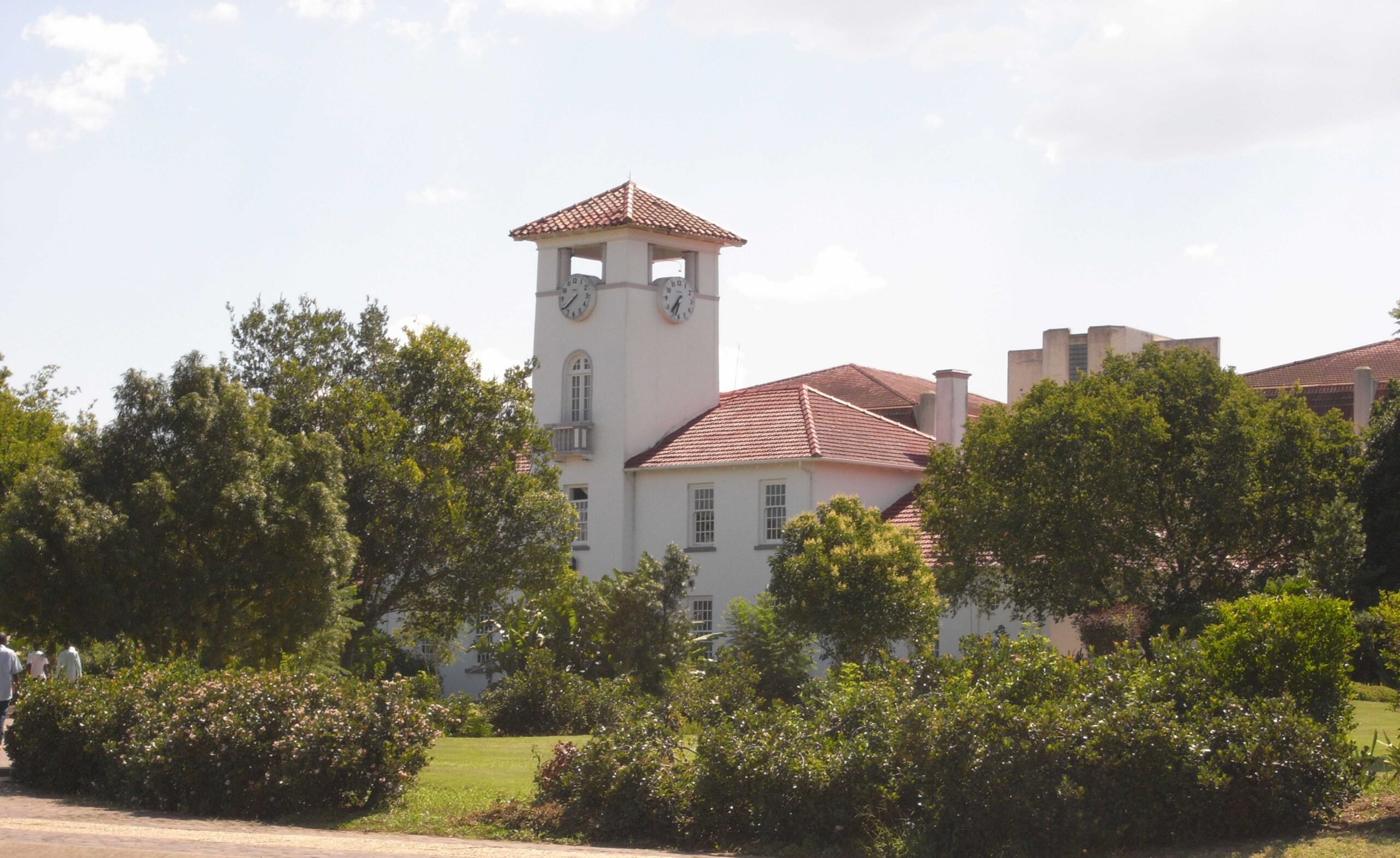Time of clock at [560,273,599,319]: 7:38
